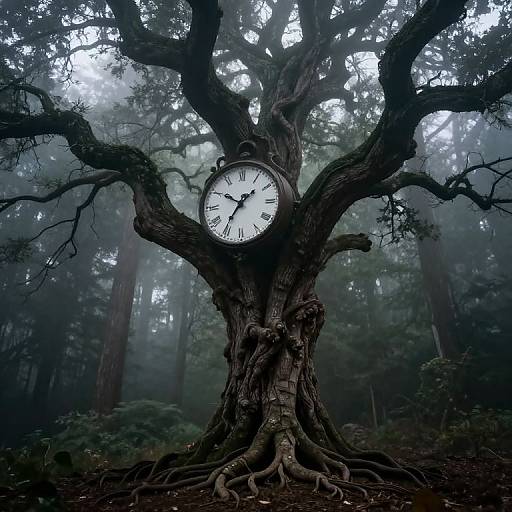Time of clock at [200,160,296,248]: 1:35
